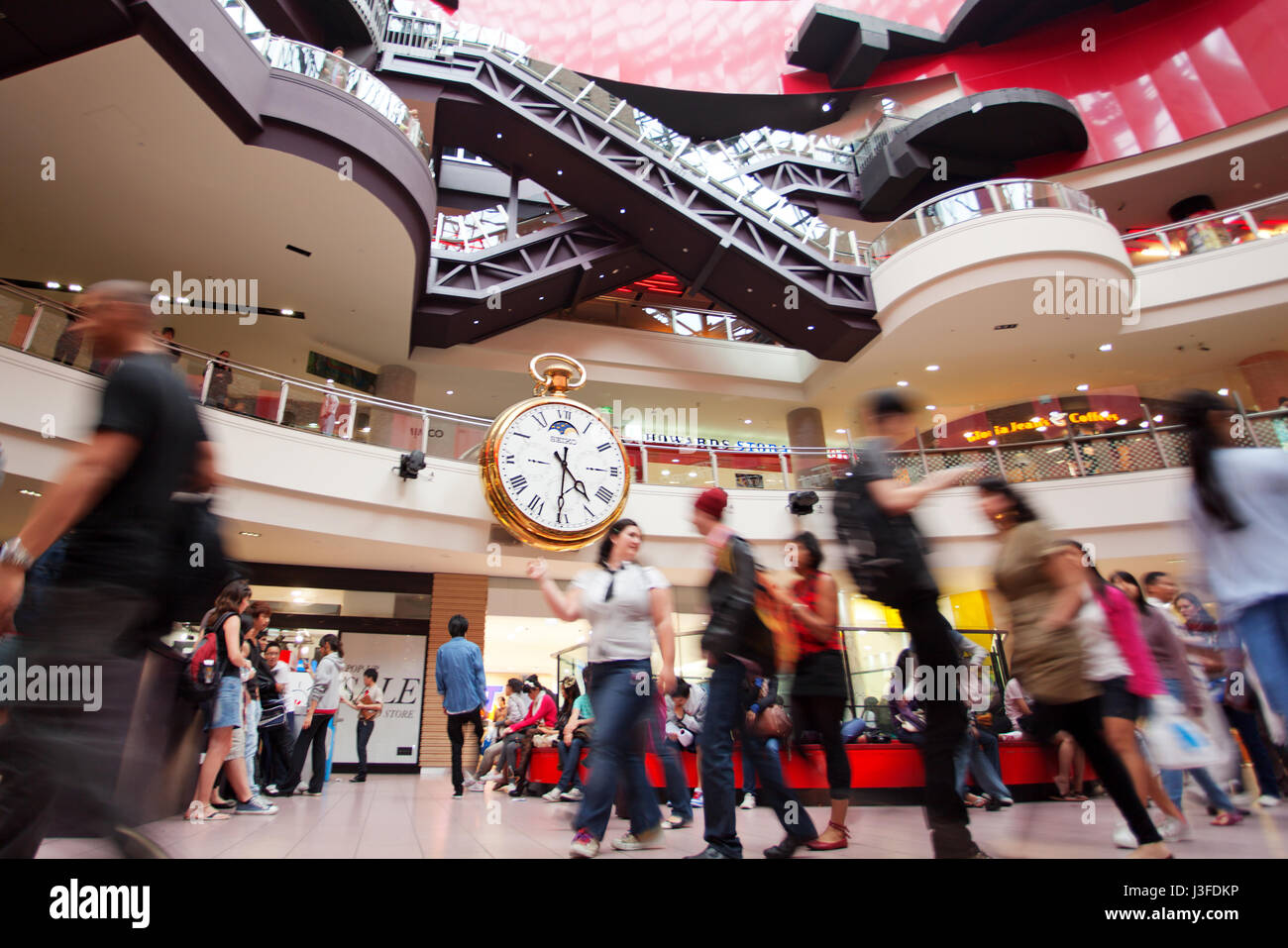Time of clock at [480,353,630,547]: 4:30
